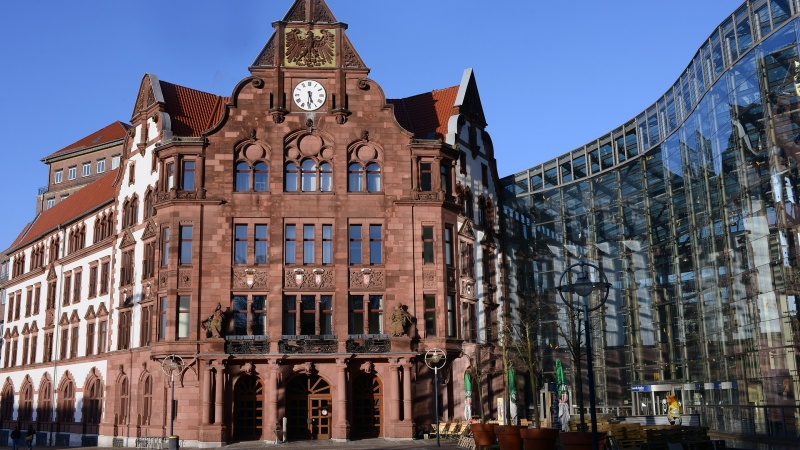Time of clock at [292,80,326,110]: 5:30
